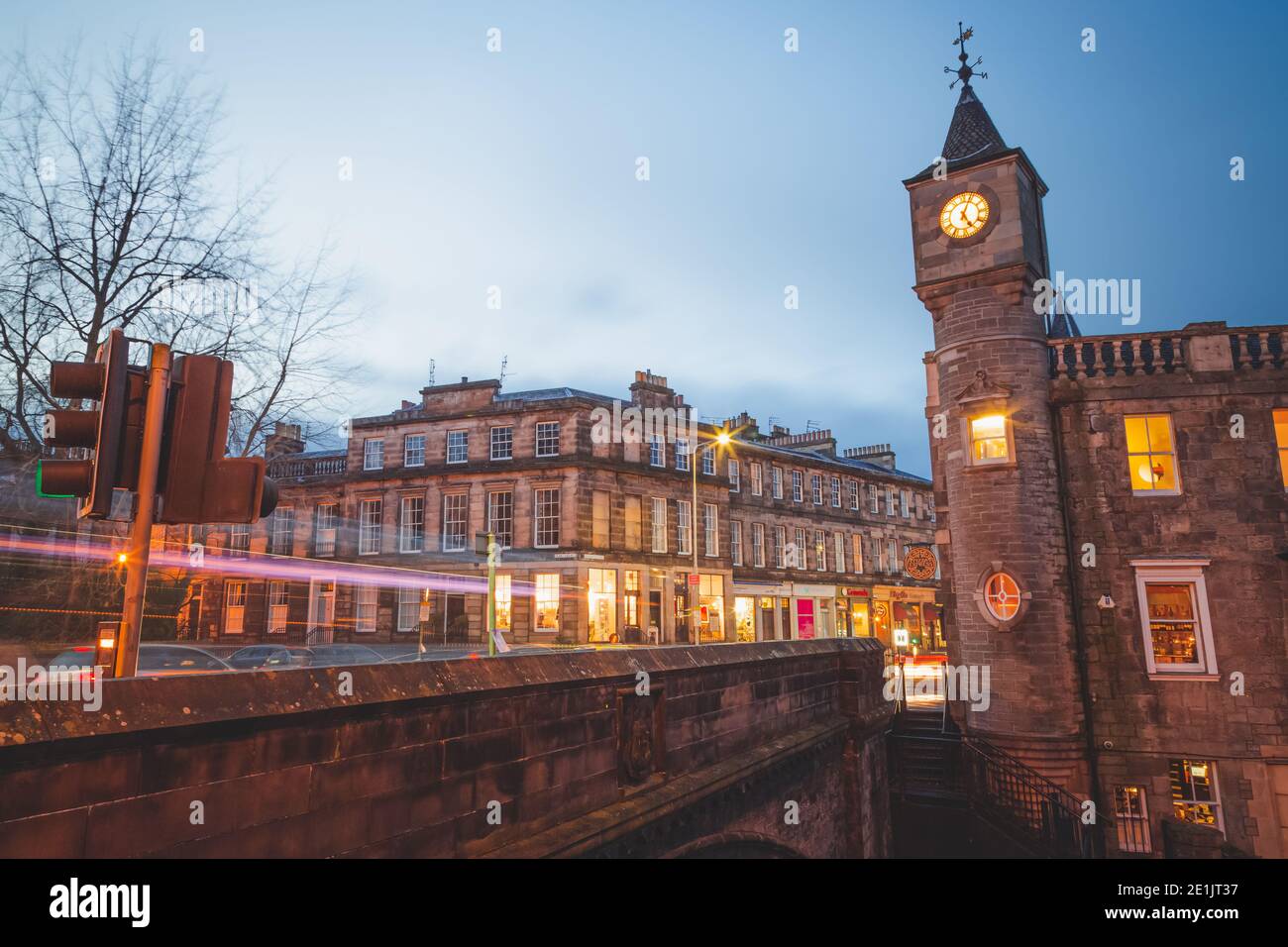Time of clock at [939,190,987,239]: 5:03
